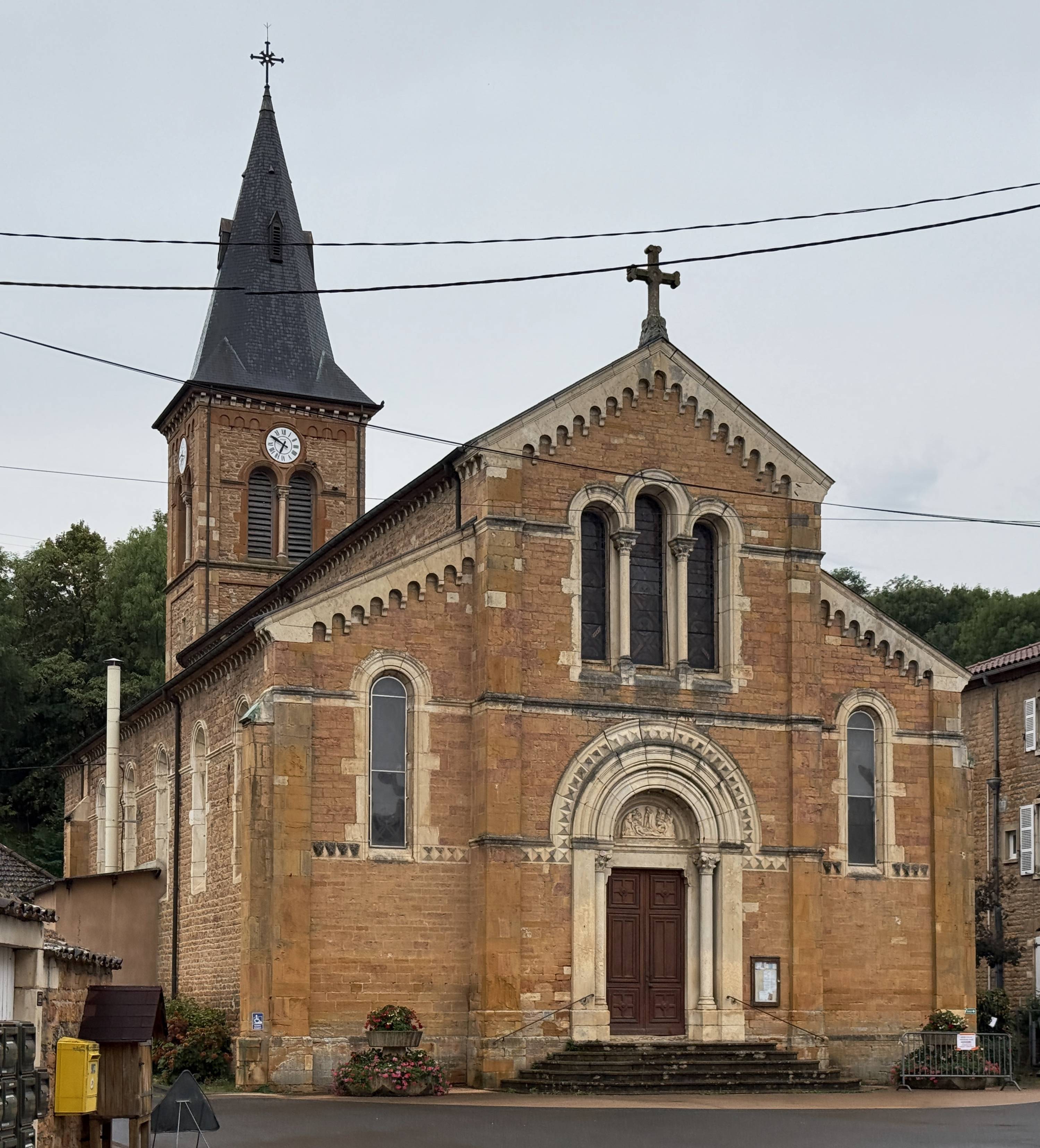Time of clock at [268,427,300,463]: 6:50
